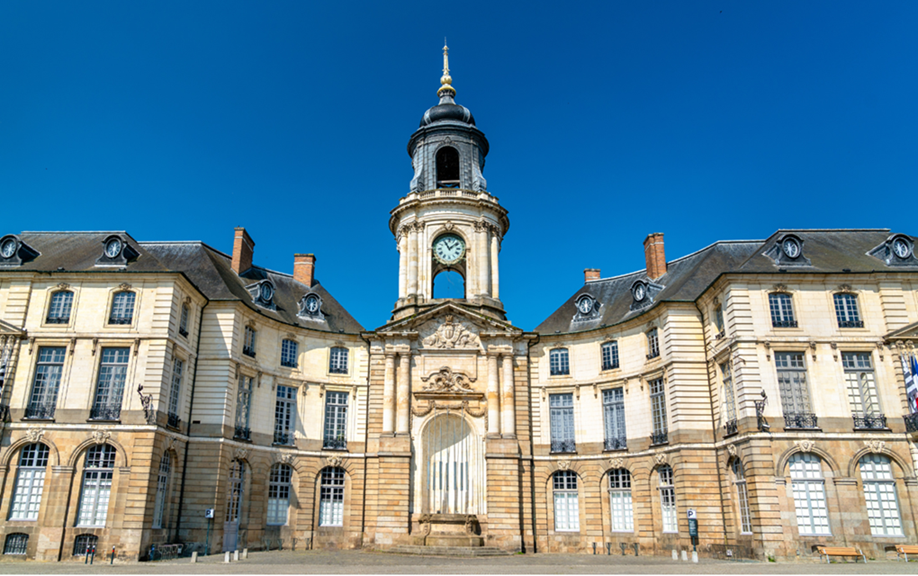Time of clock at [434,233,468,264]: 11:08
